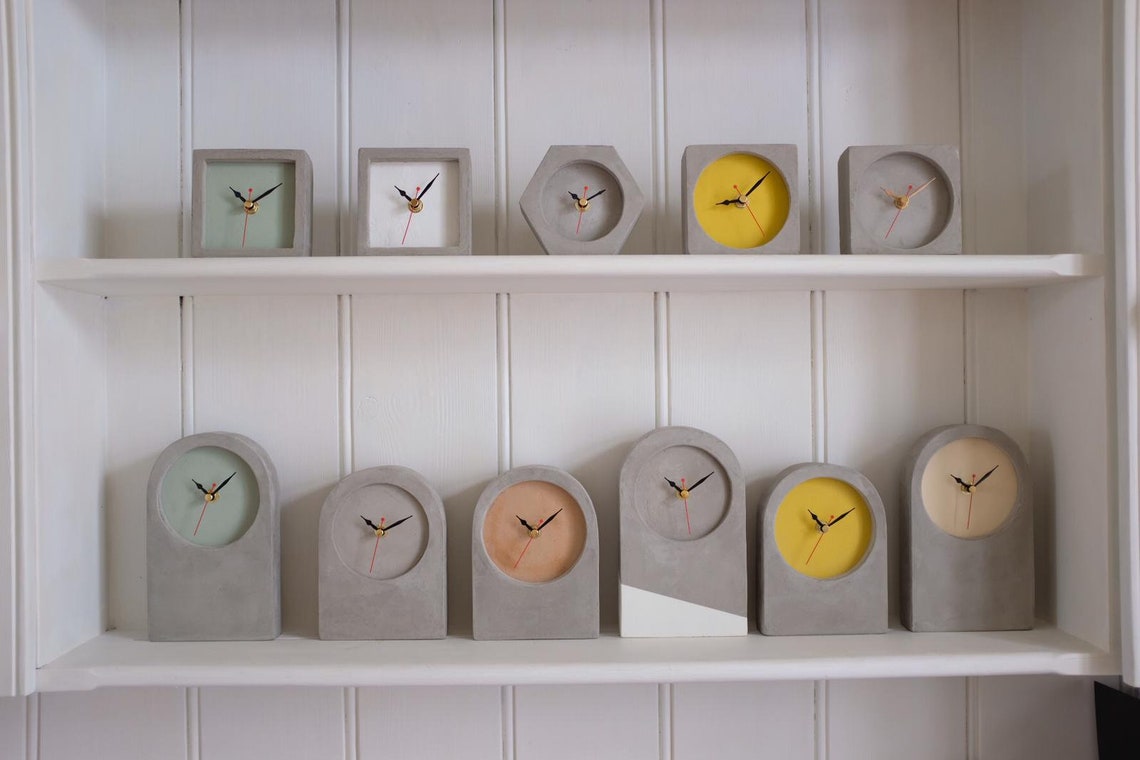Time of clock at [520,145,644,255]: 10:10
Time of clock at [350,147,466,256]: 10:07
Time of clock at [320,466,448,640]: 10:10
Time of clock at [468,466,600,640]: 10:08
